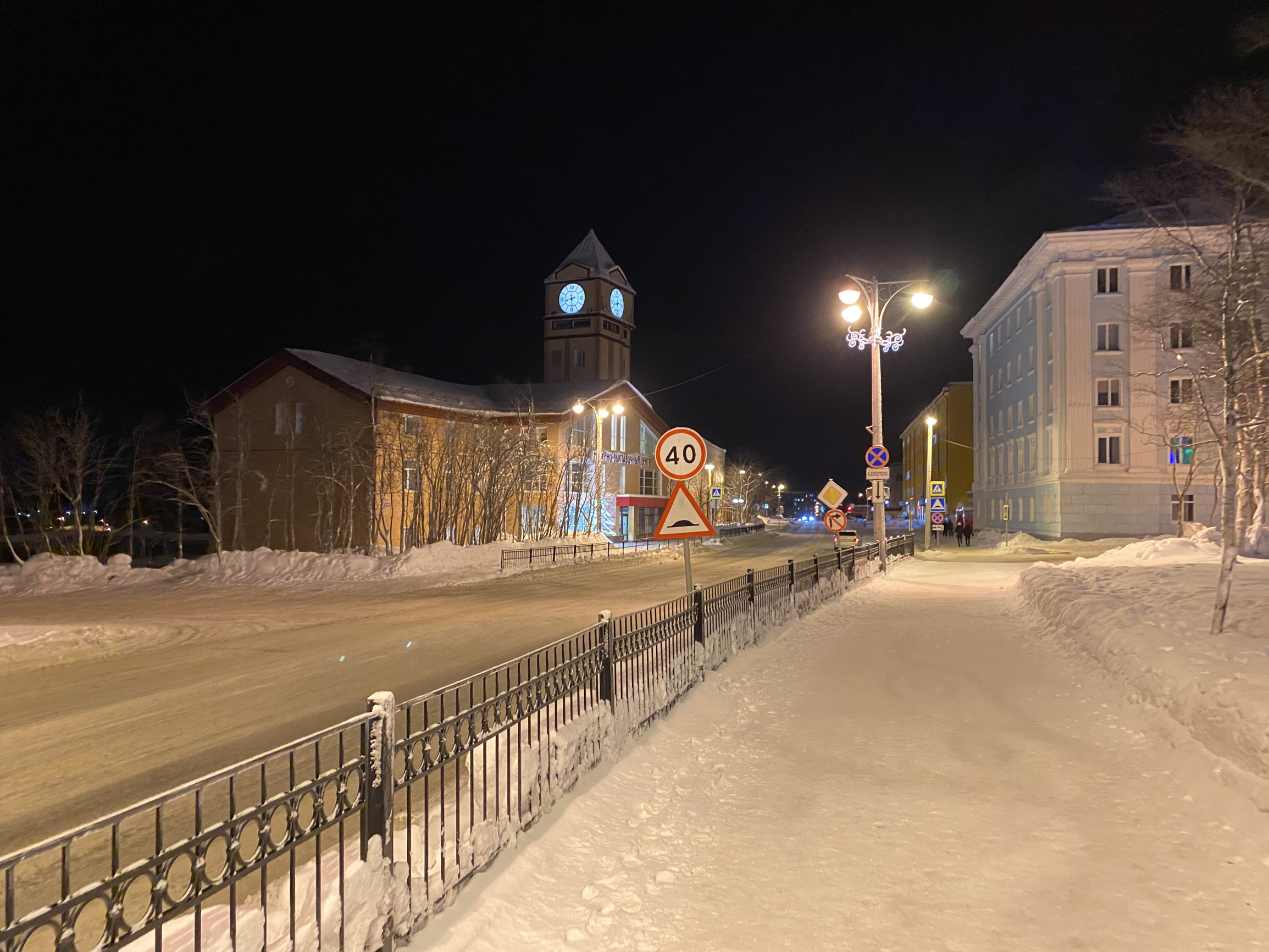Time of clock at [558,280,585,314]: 8:29
